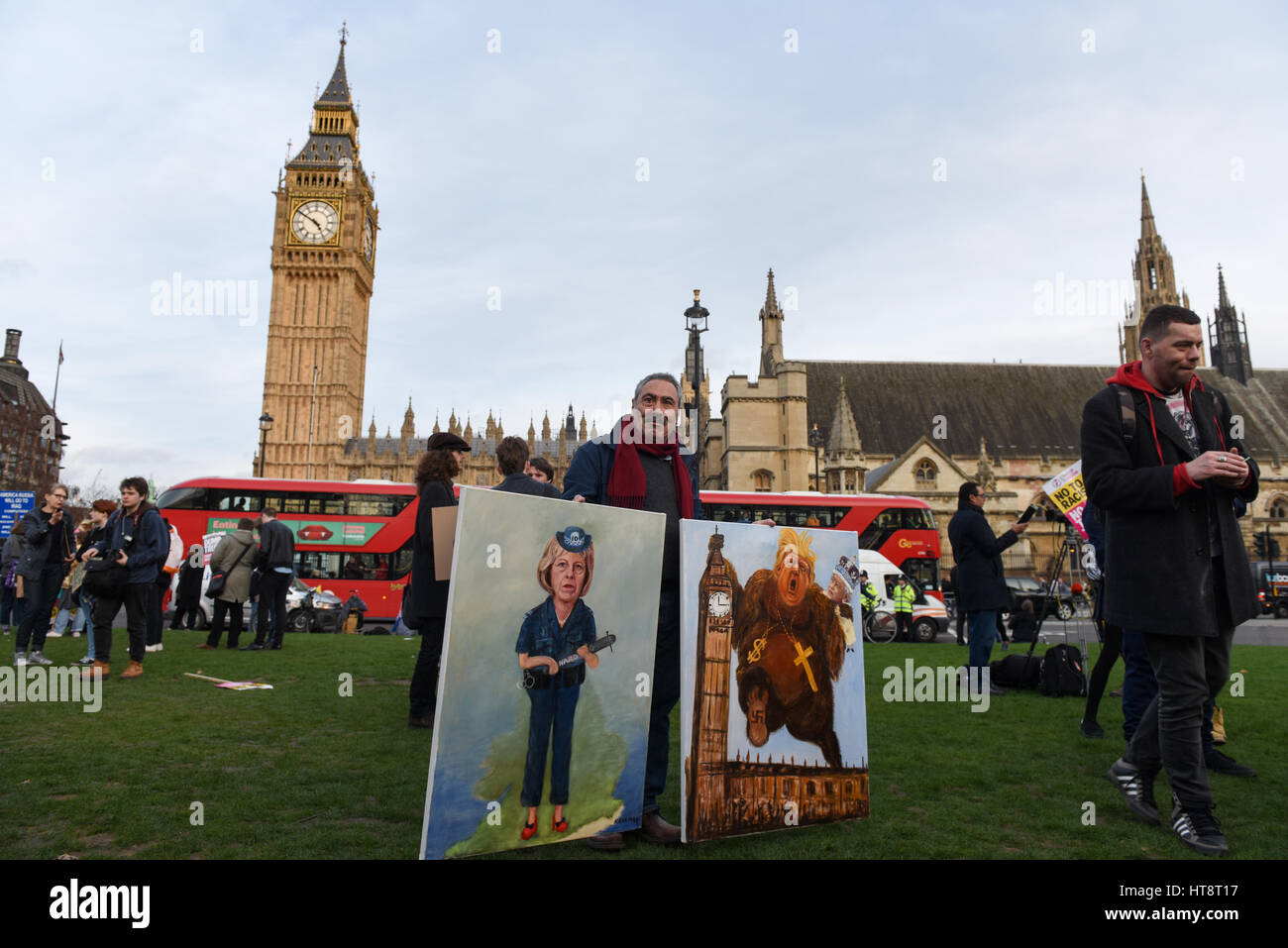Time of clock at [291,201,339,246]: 4:50
